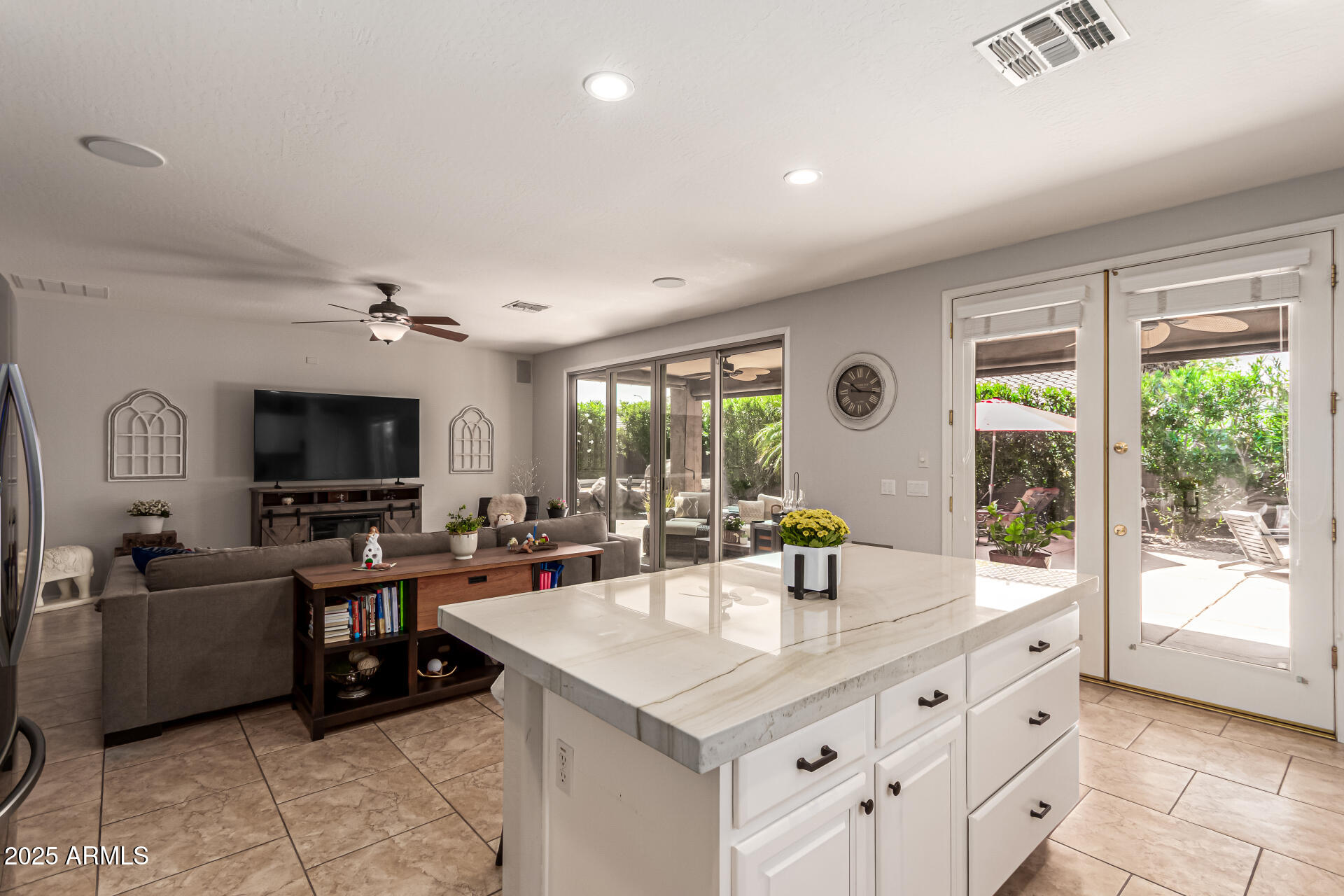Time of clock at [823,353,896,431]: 10:15
